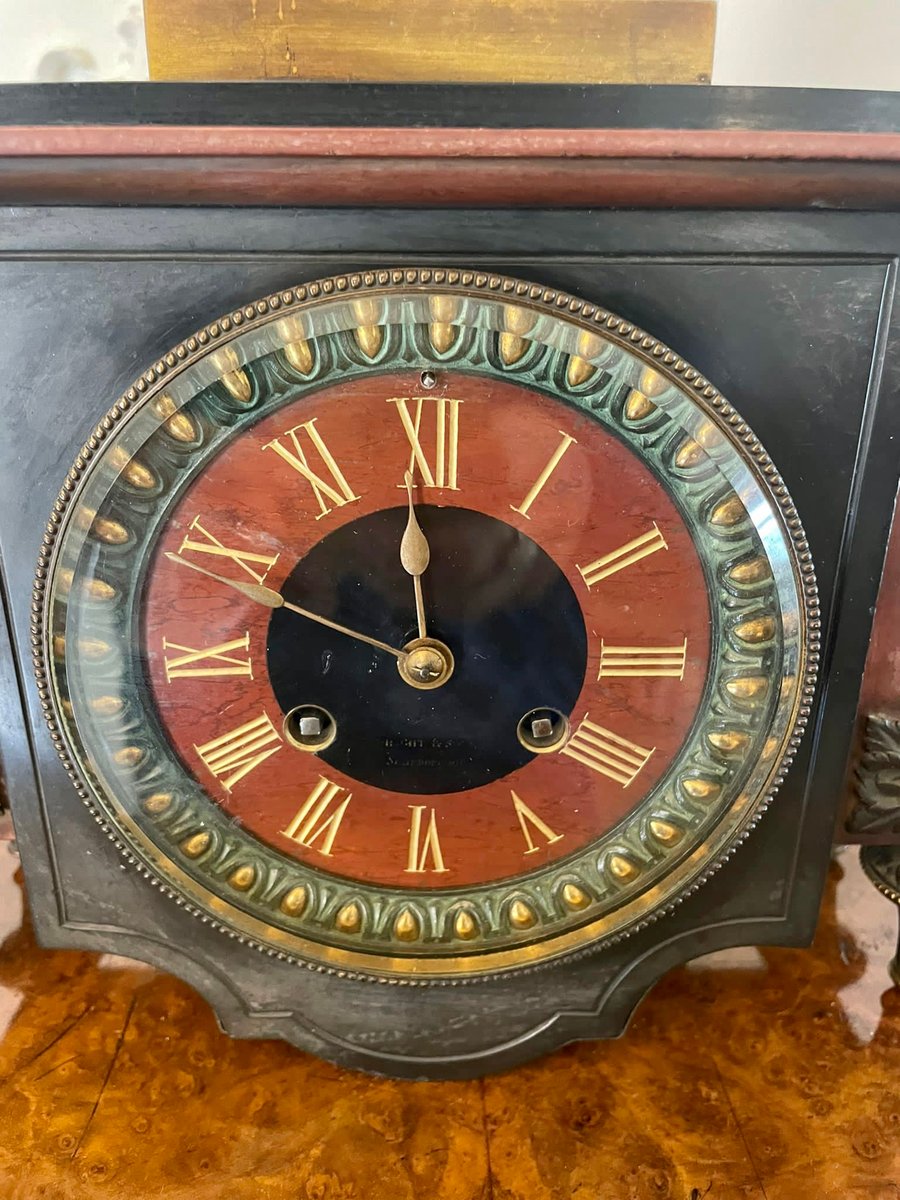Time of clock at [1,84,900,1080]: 11:48
